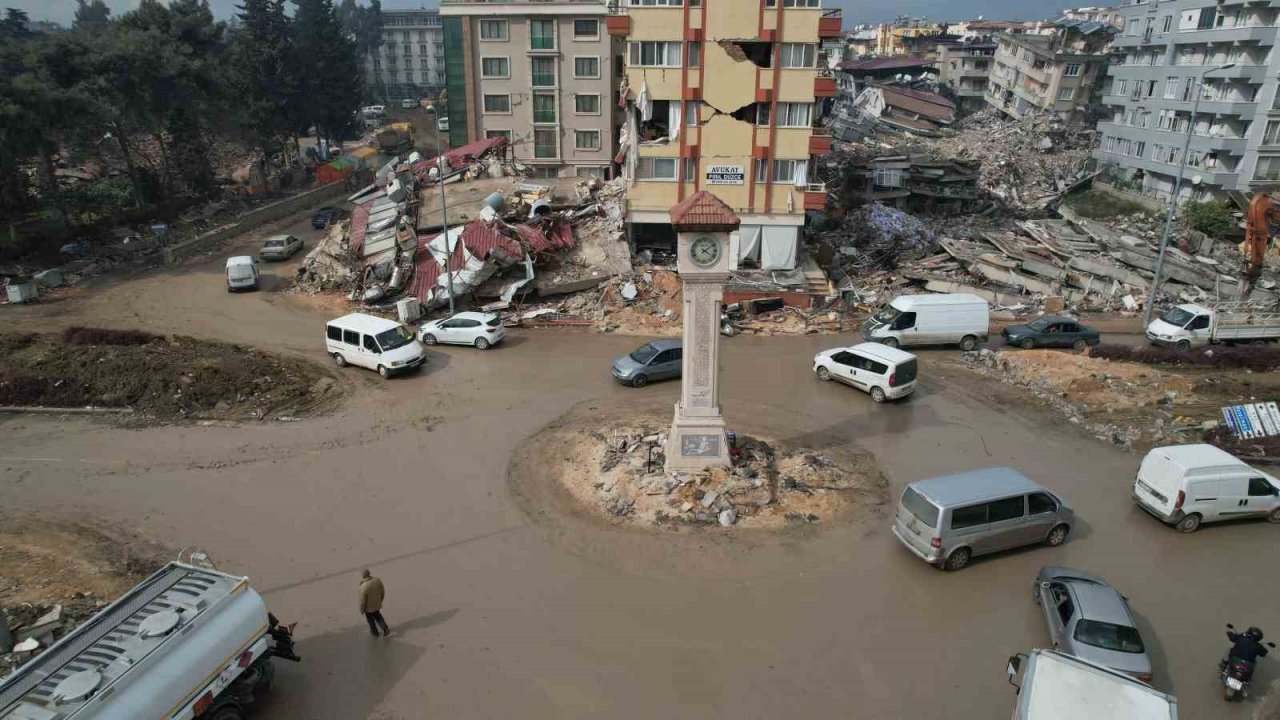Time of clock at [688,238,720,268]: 4:08
